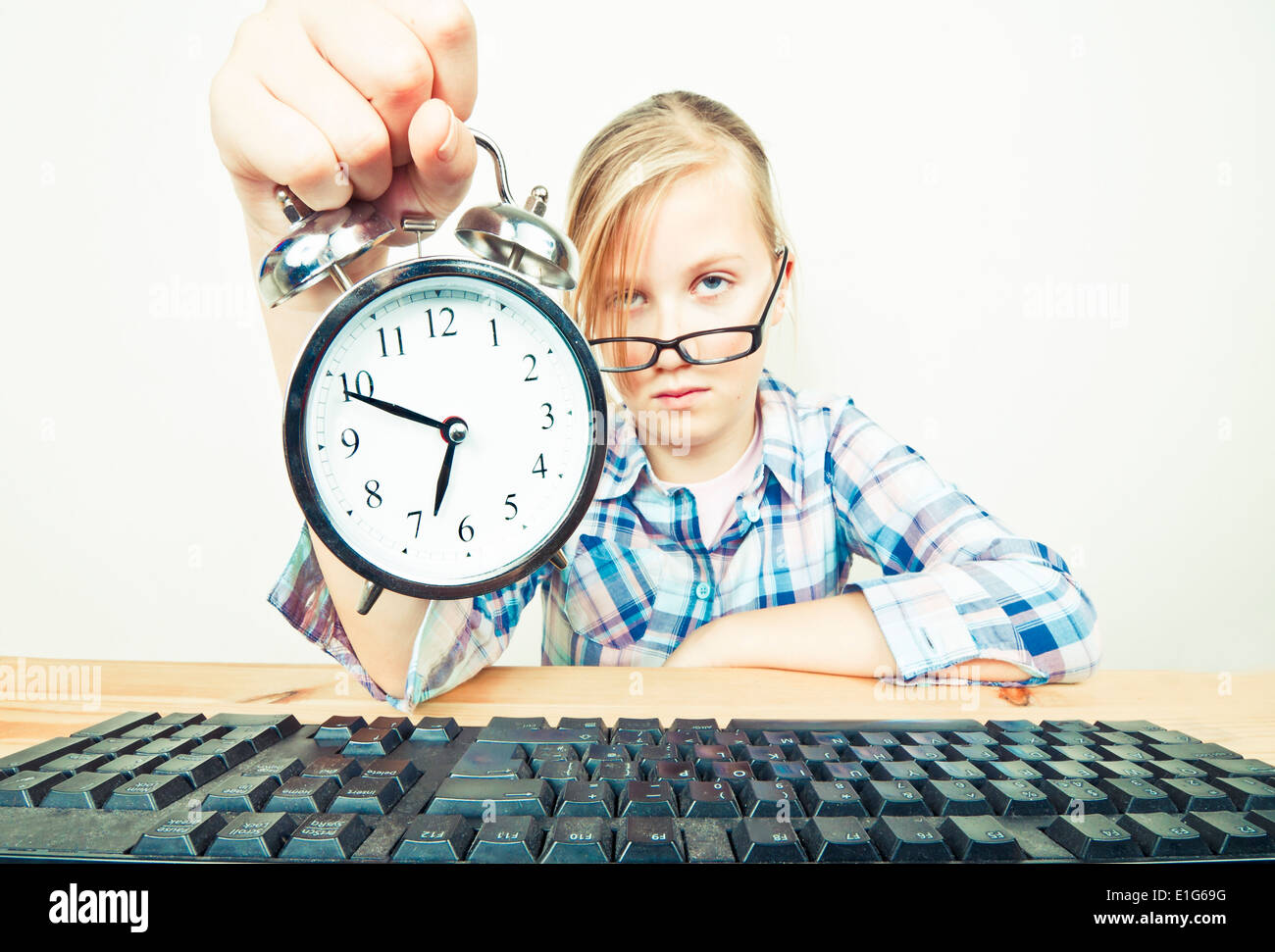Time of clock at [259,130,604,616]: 6:49
